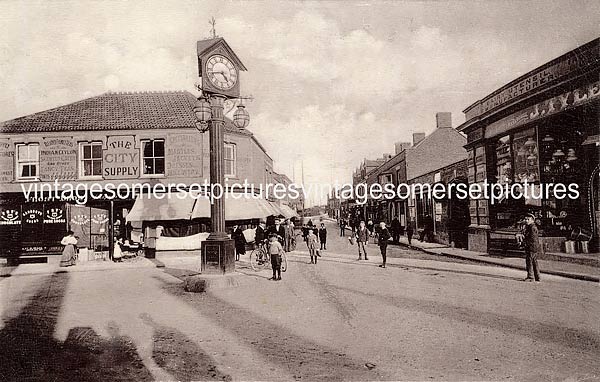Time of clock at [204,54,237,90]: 4:42
